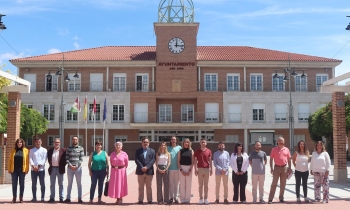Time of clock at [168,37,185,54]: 12:16
